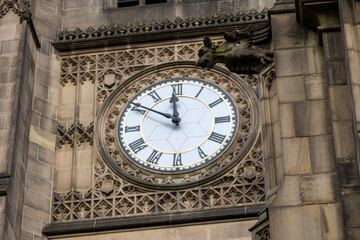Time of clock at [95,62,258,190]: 11:50
